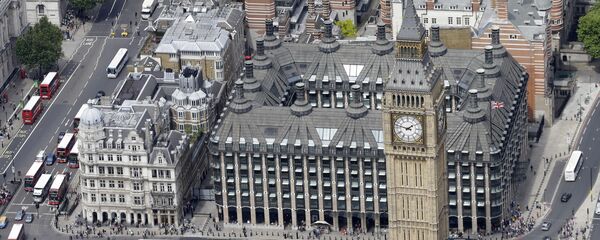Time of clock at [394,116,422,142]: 1:47
